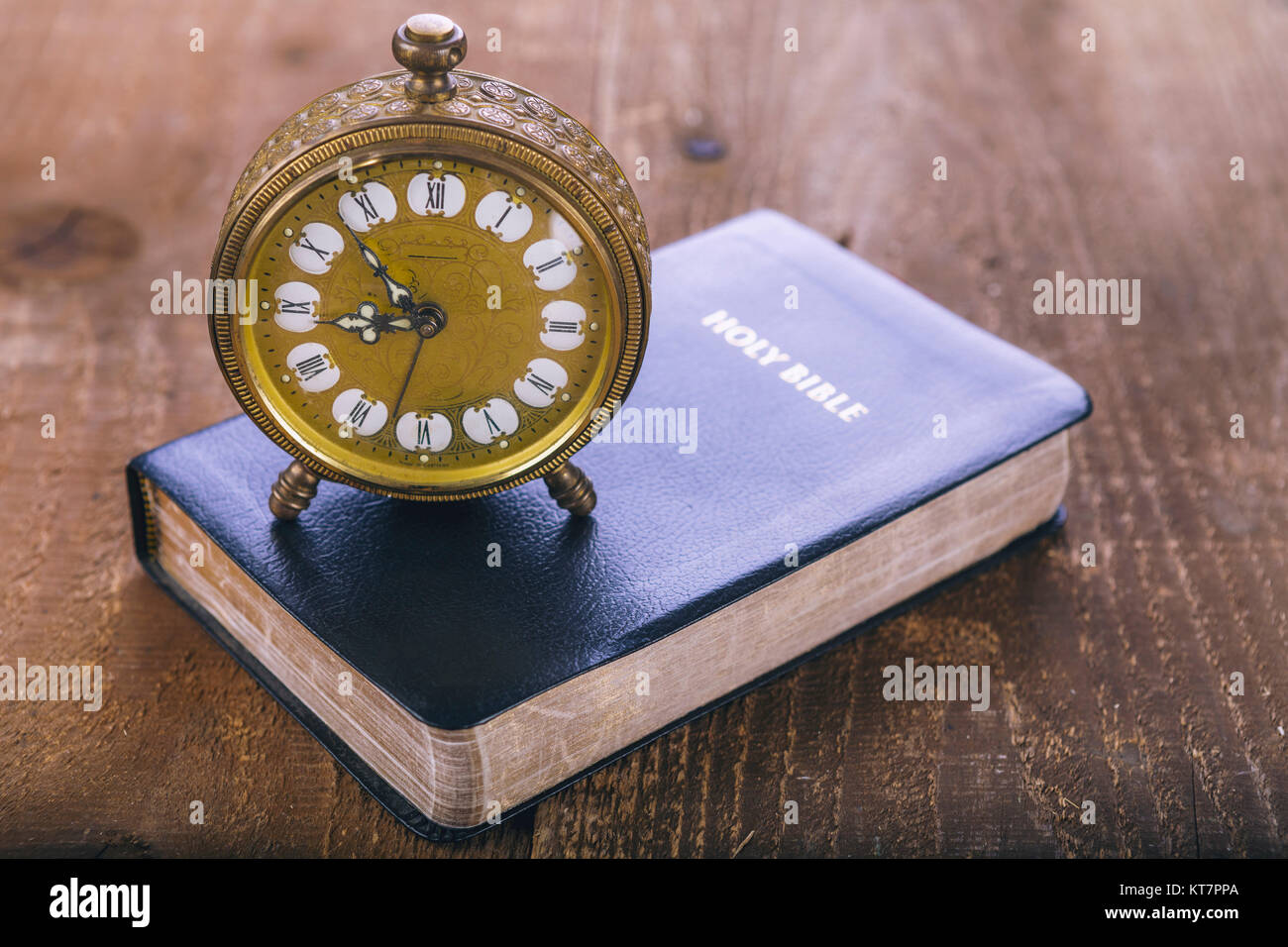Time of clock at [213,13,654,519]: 8:53
